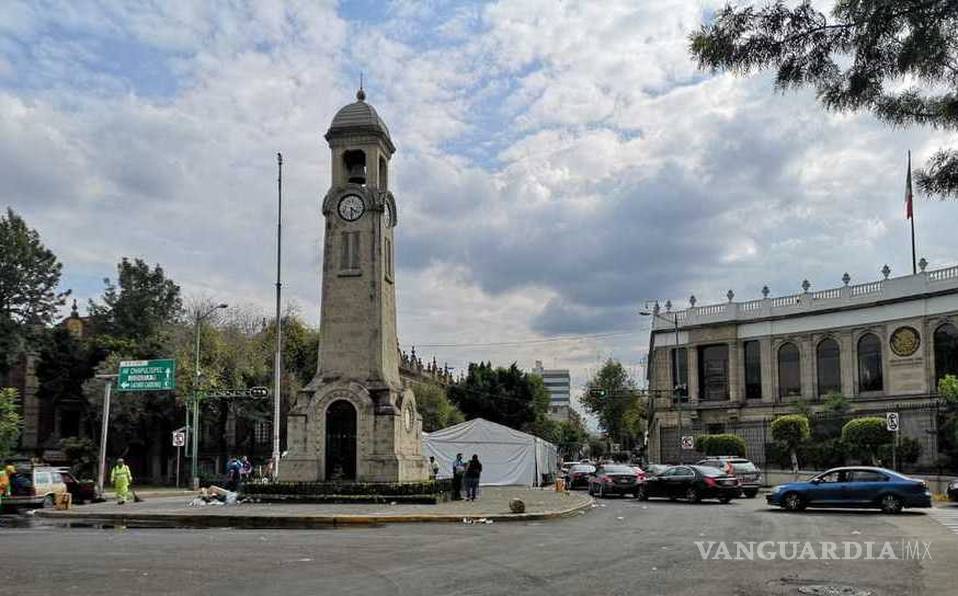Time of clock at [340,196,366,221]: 4:29
